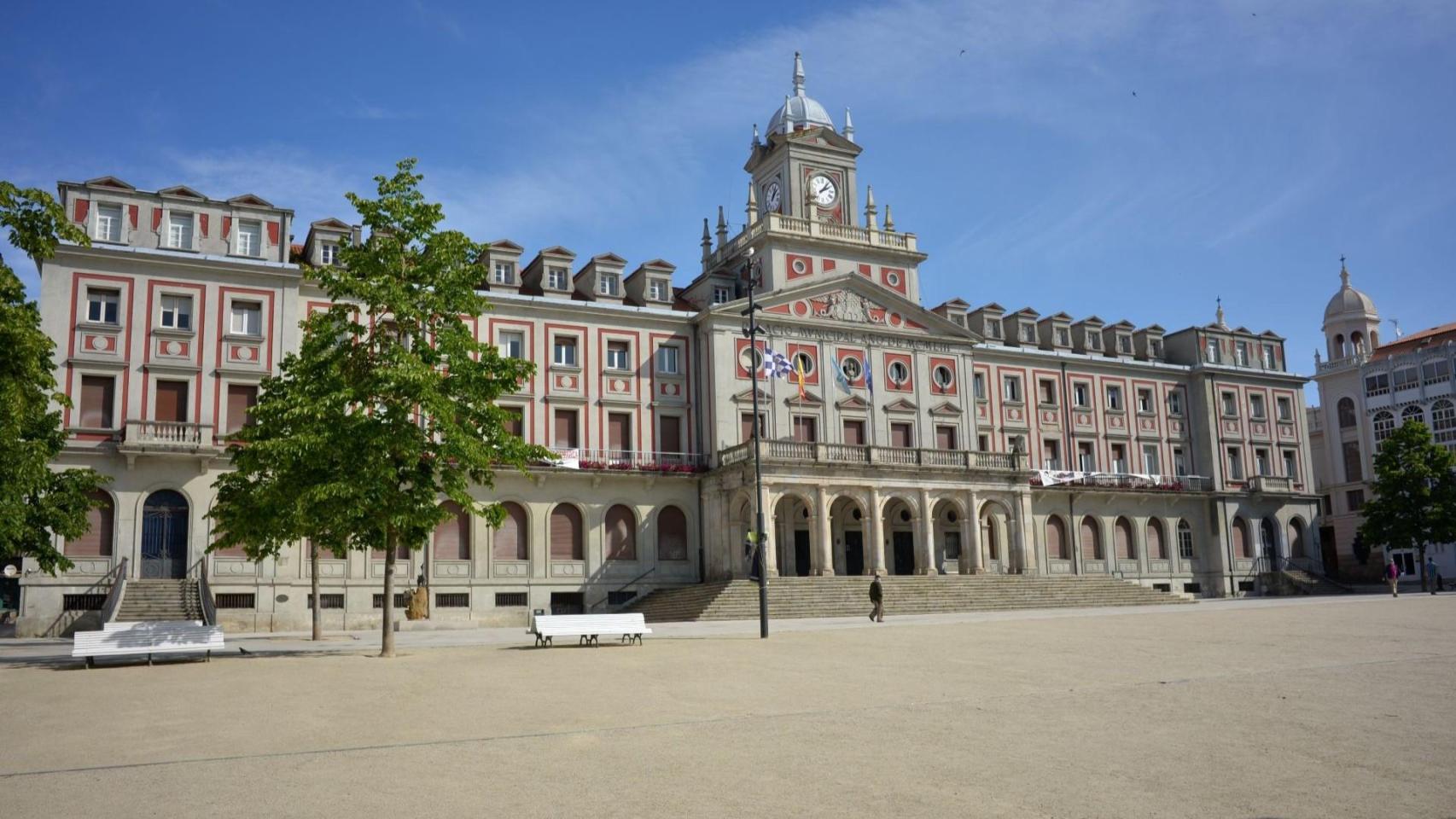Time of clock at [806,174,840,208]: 2:06
